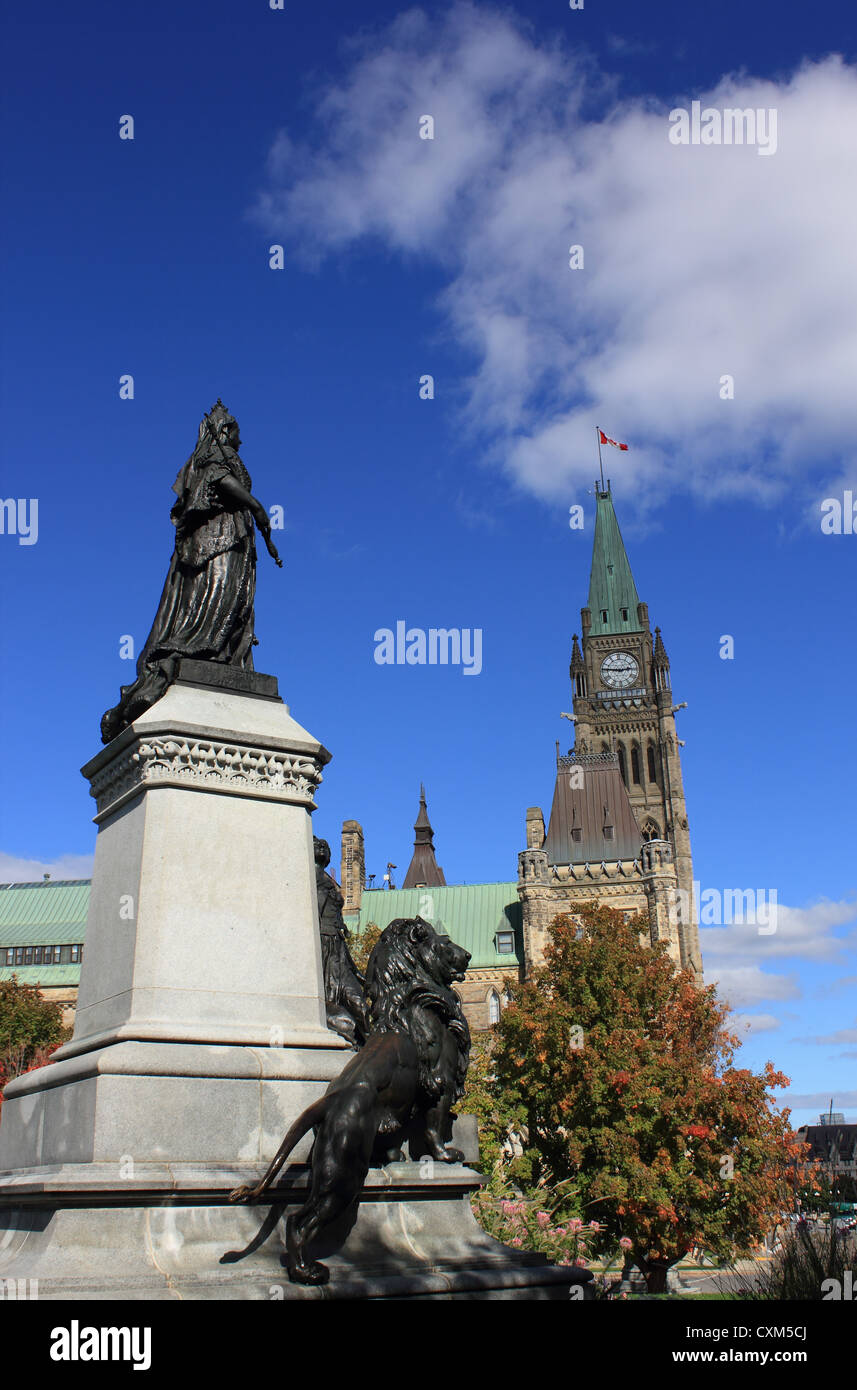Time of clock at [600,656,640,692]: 2:46
